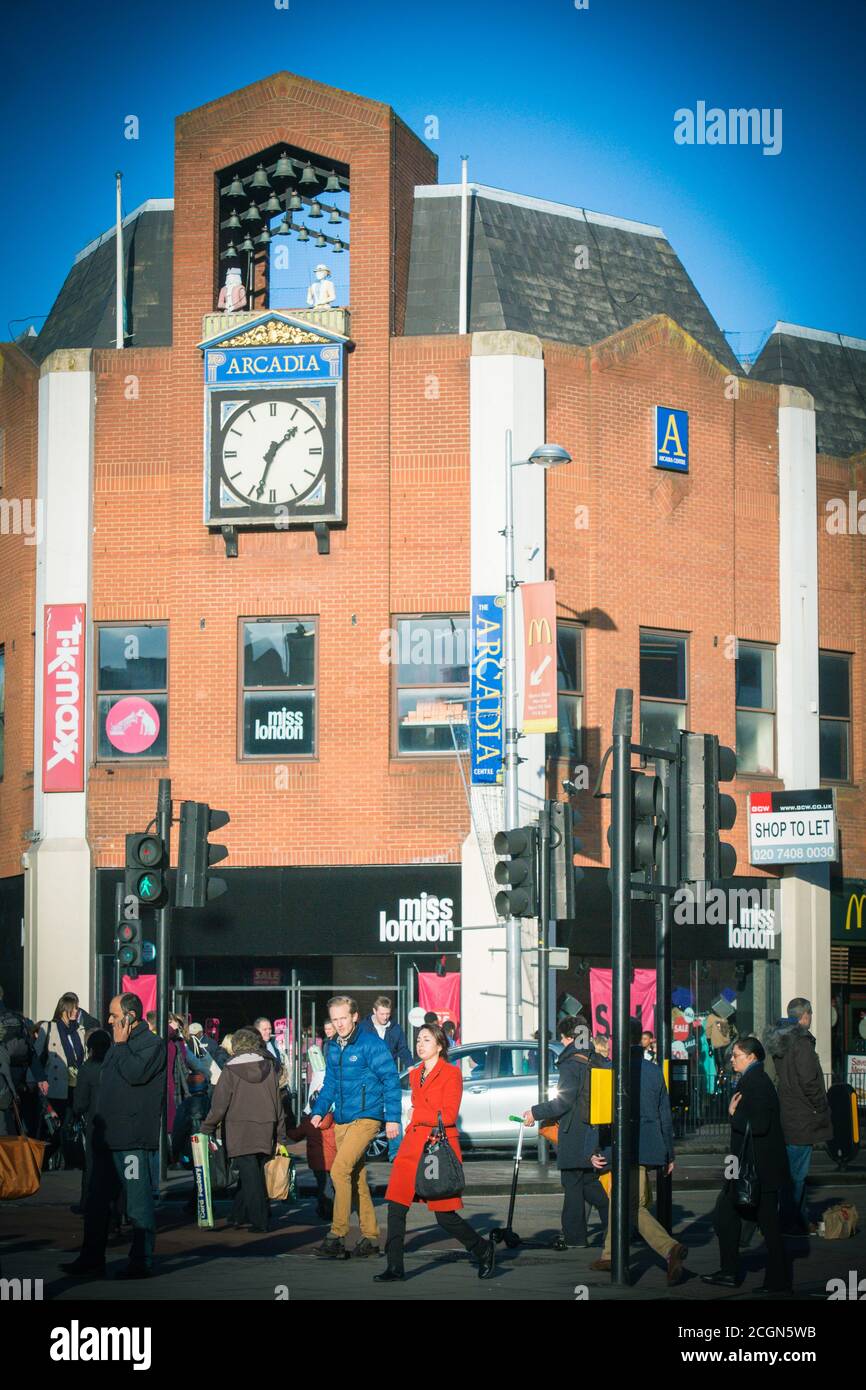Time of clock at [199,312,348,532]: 1:33
